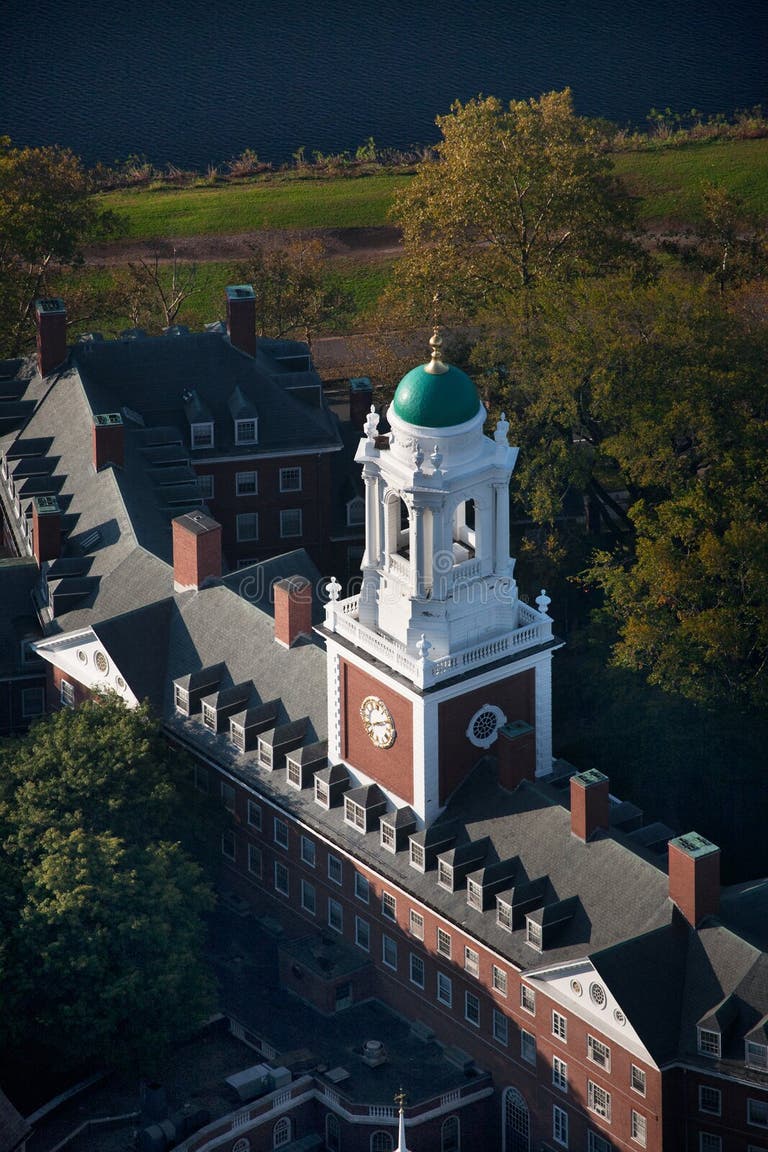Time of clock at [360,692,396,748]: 8:11
